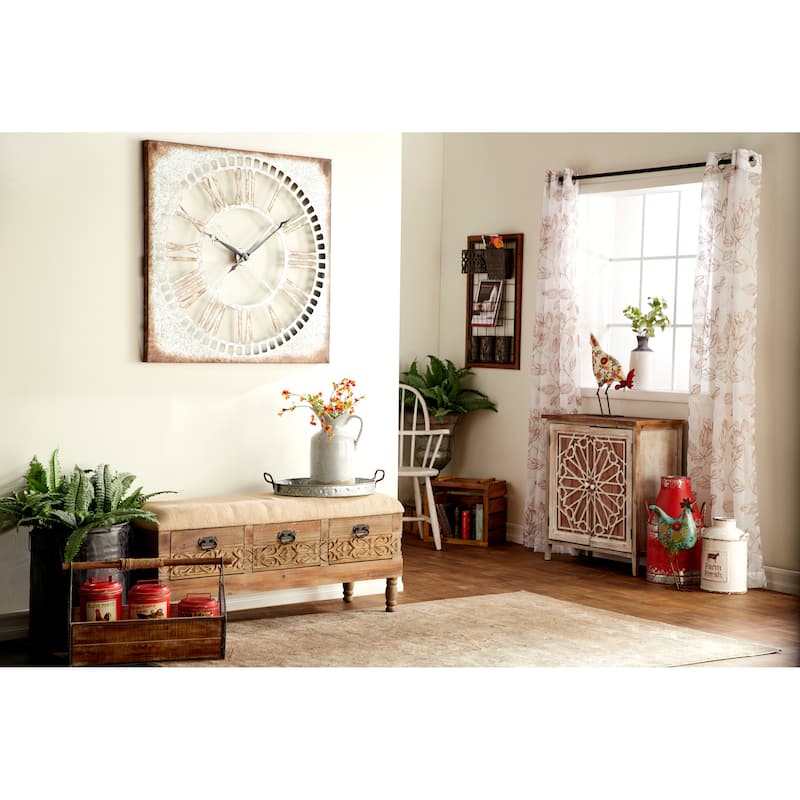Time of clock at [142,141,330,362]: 10:08
